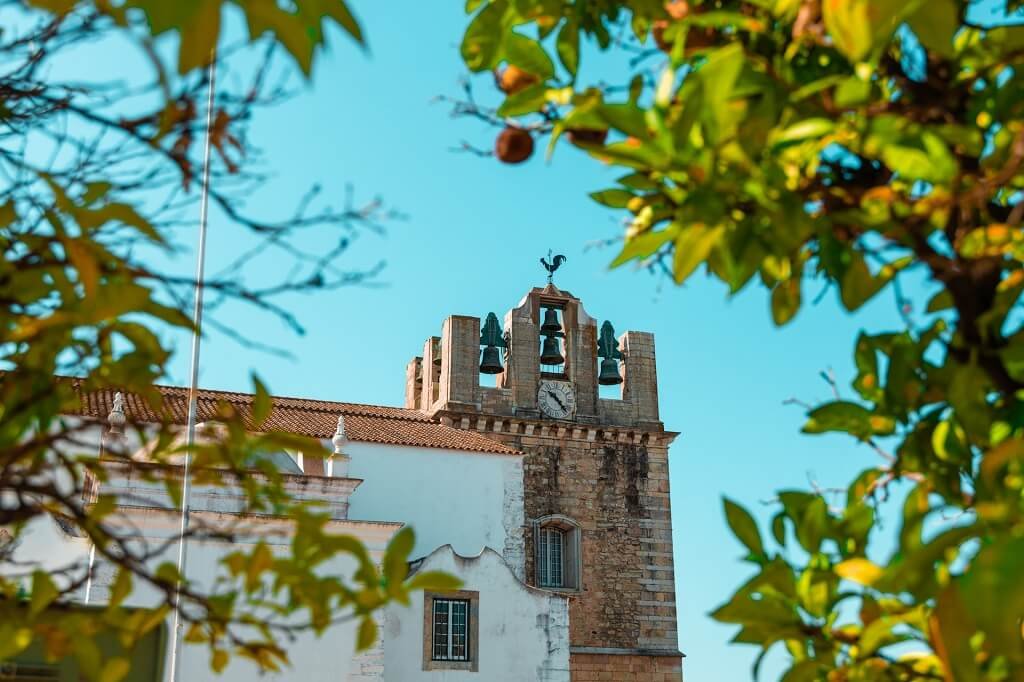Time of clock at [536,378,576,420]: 10:23
